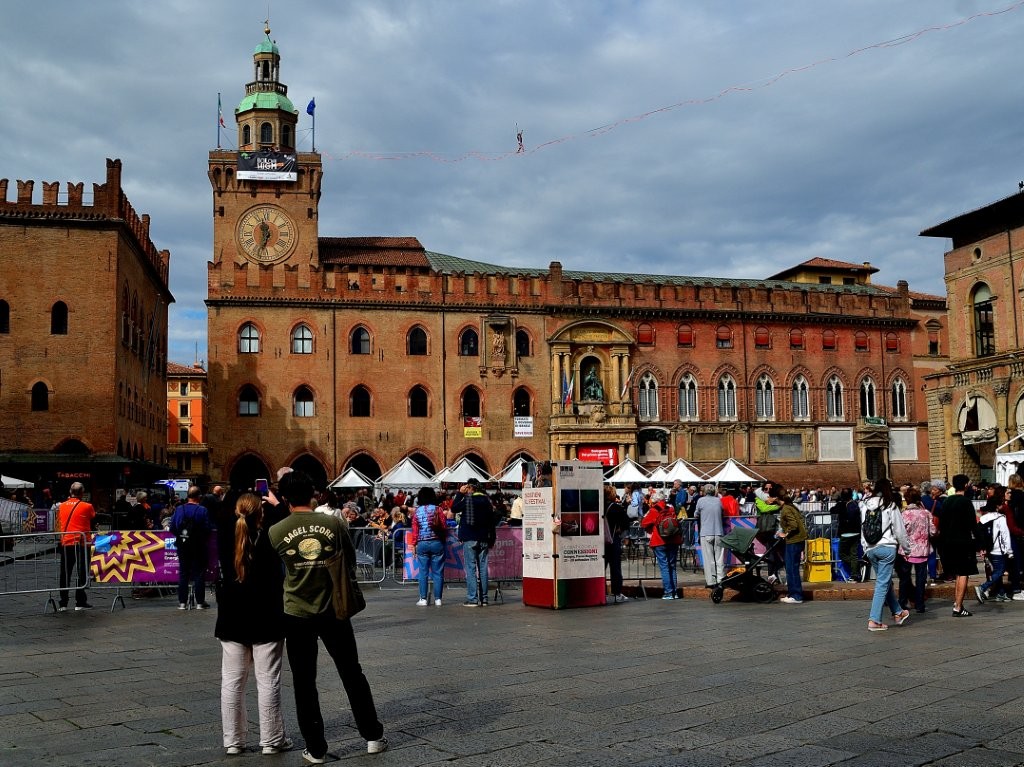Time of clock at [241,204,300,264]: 11:32
